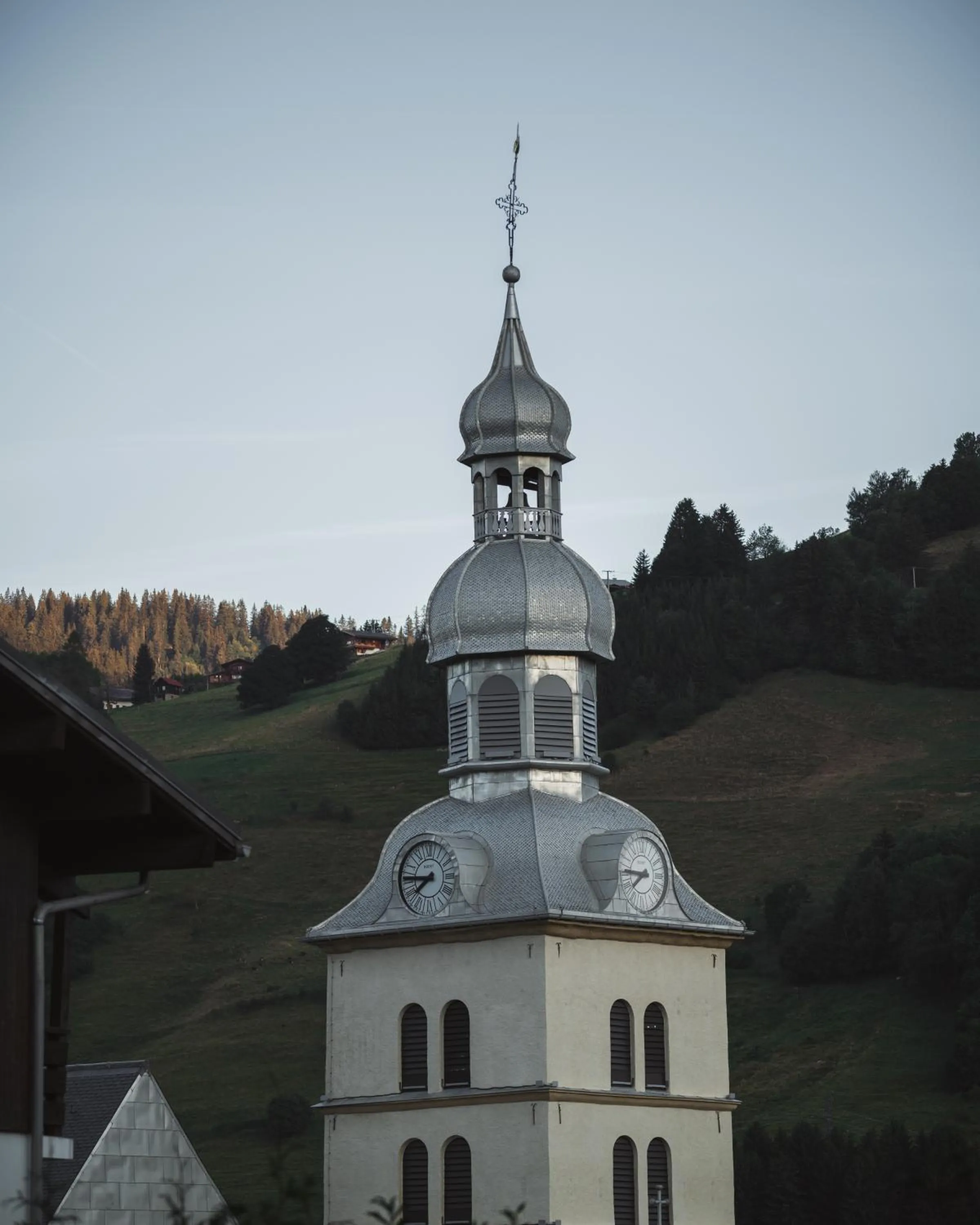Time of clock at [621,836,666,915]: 7:45
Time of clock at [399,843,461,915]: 7:45
